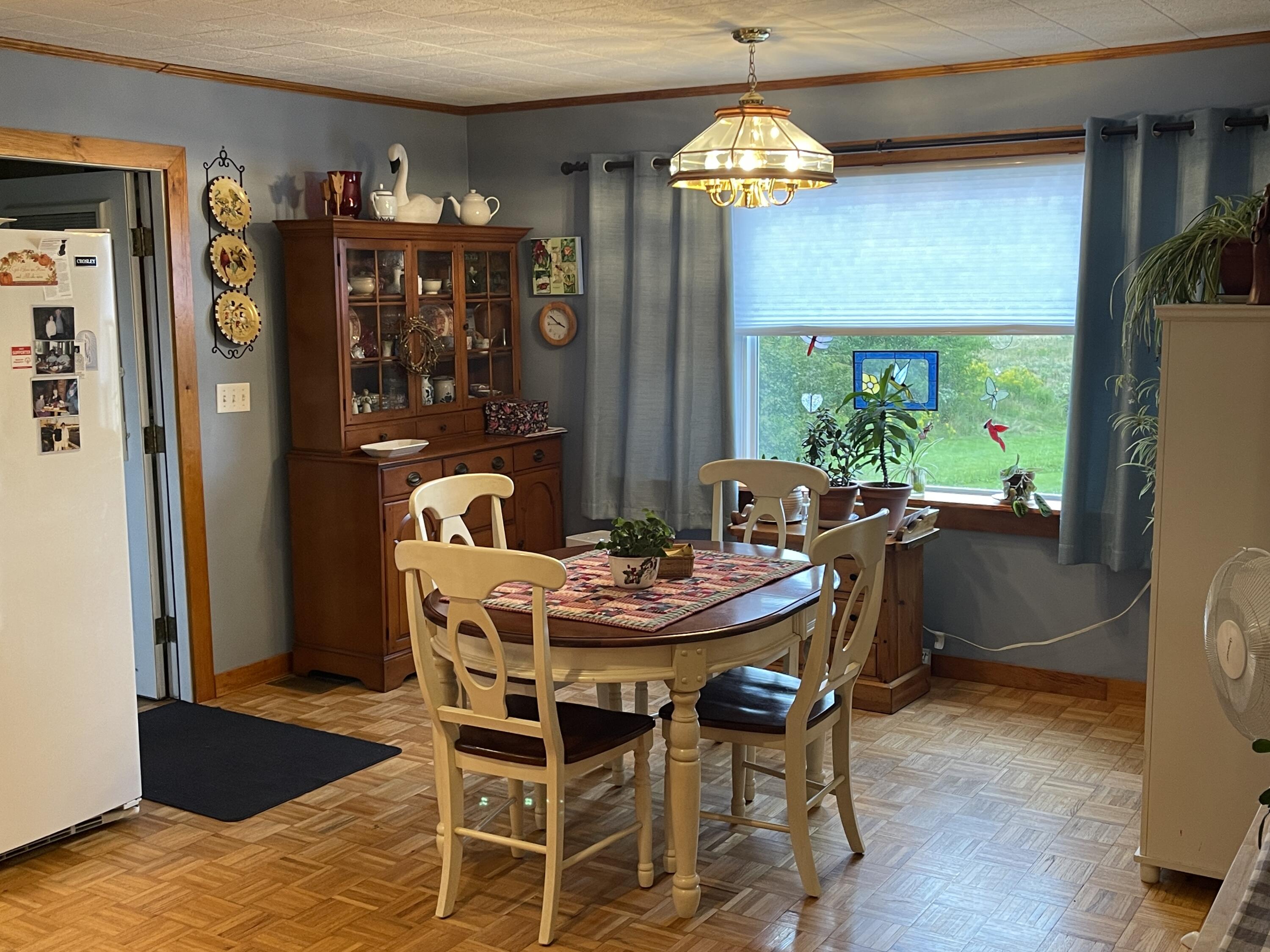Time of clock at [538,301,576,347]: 3:51
